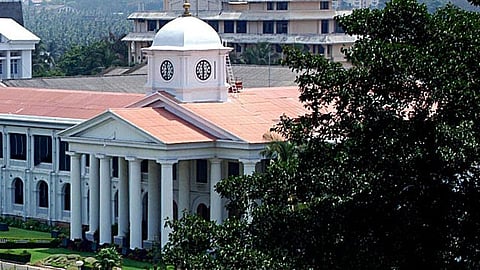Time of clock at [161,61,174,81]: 11:32
